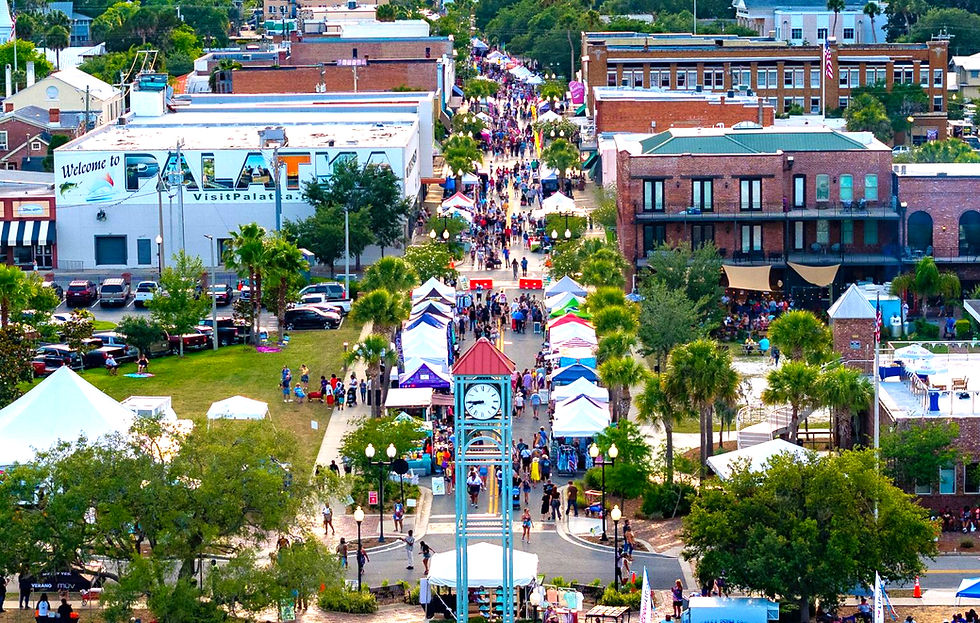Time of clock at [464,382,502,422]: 8:44
